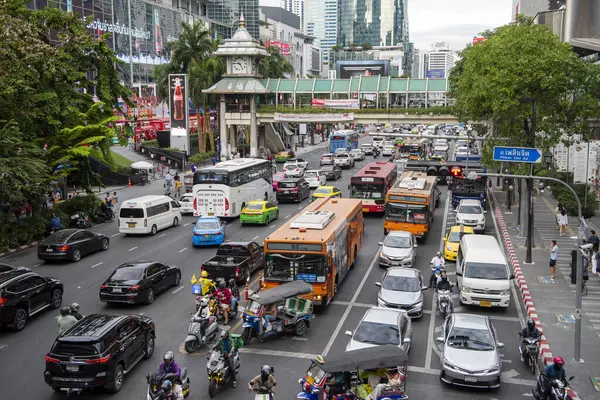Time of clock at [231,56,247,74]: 4:46
